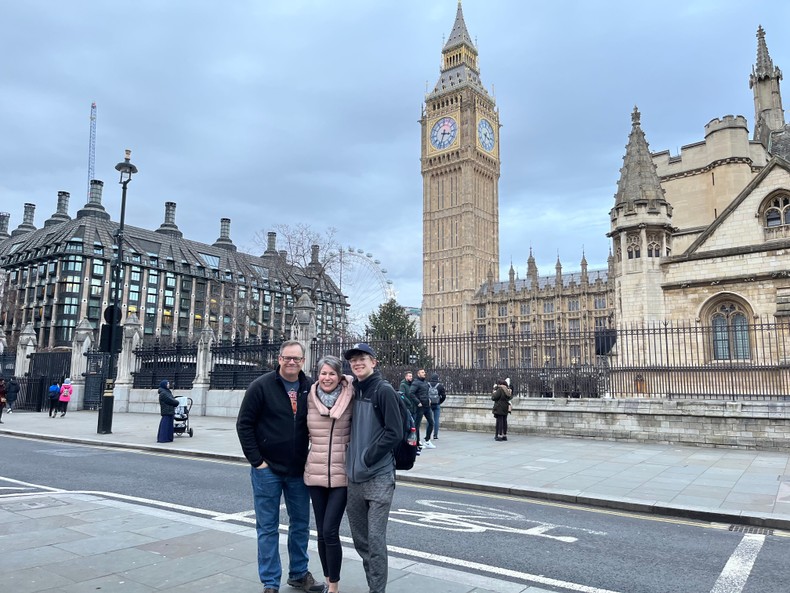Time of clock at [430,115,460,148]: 3:33
